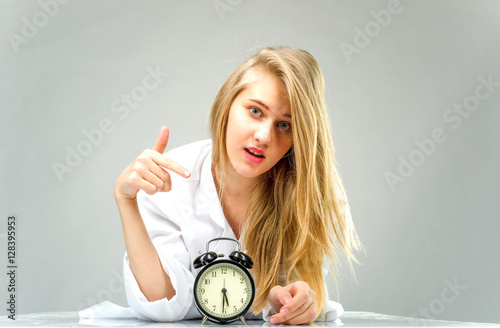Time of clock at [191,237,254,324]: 5:30
